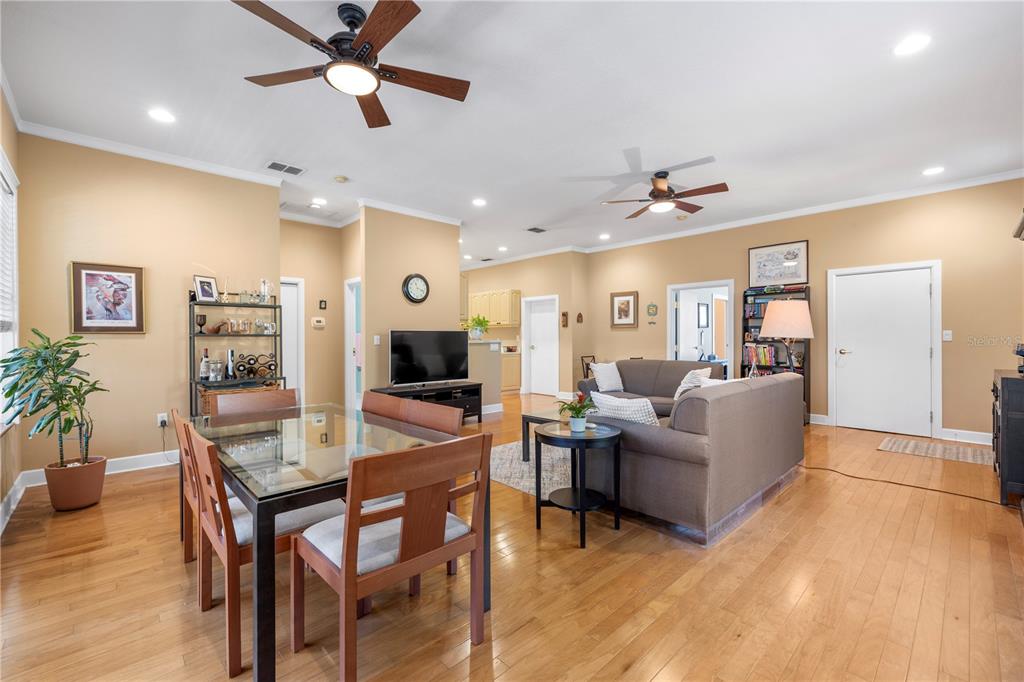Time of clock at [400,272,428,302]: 11:18
